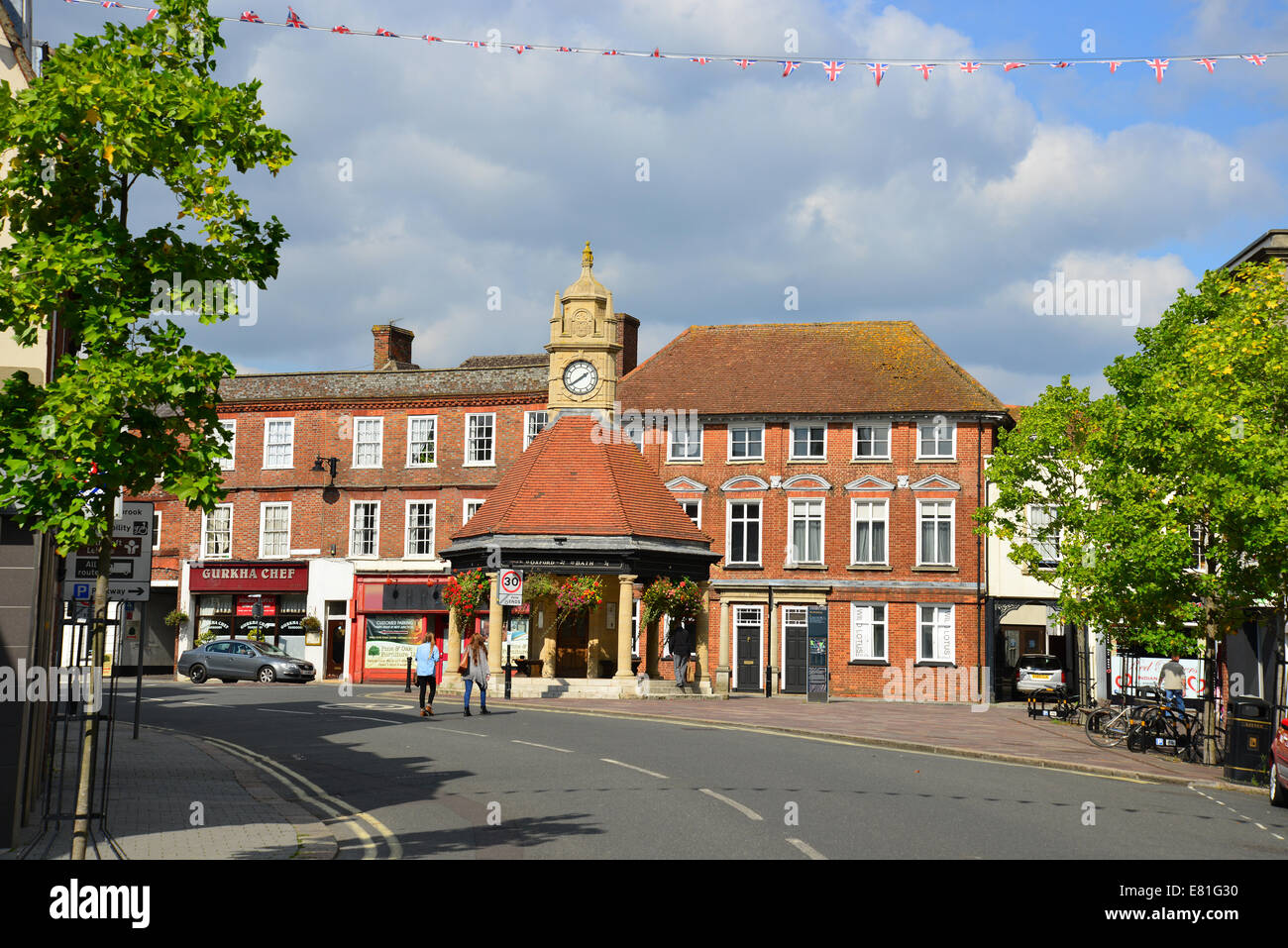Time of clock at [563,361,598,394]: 1:39
